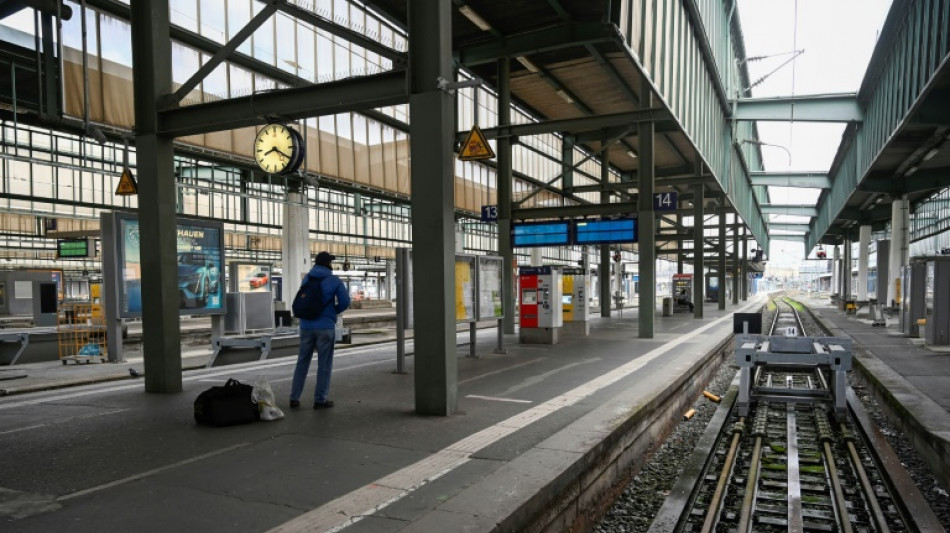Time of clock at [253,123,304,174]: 8:20
